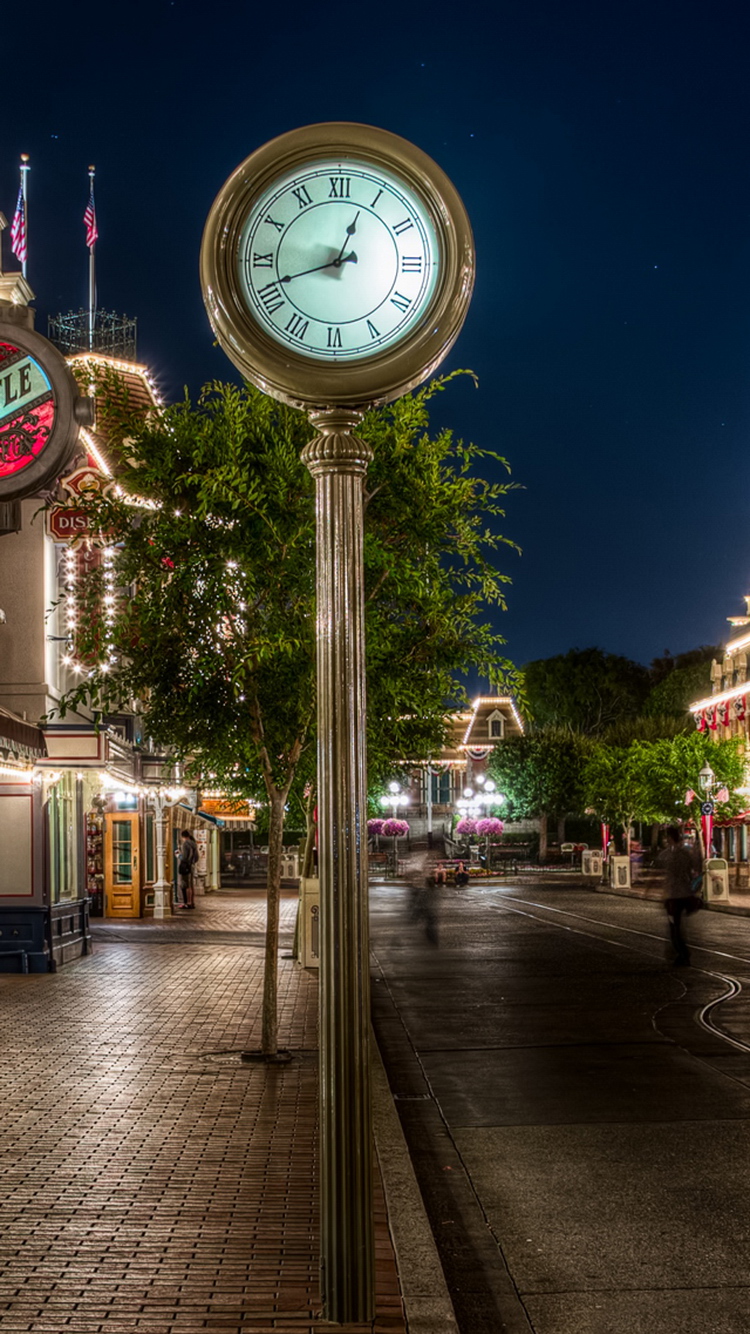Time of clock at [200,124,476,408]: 12:41
